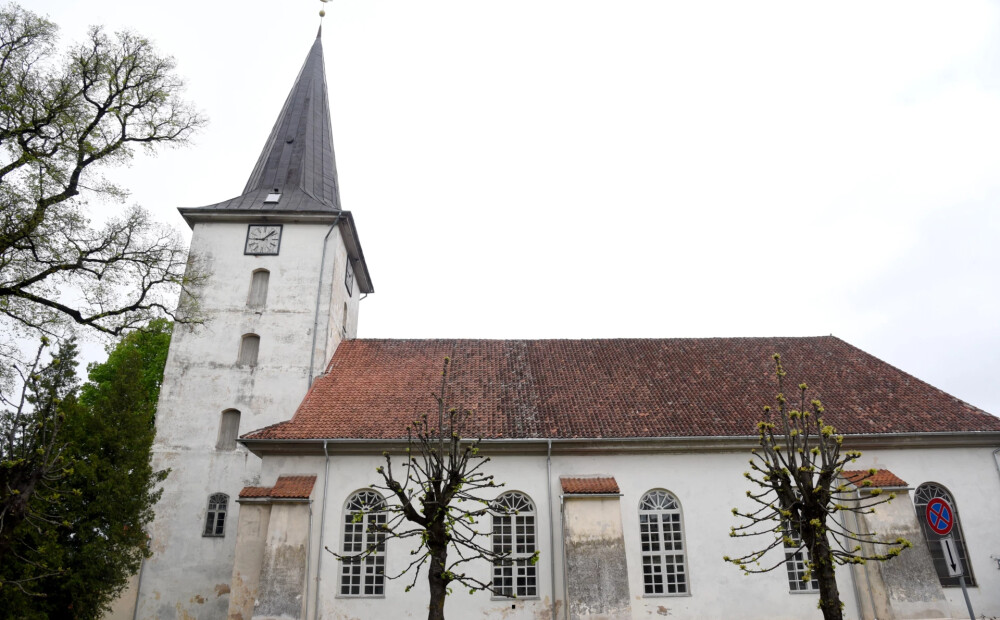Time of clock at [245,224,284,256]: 9:07
